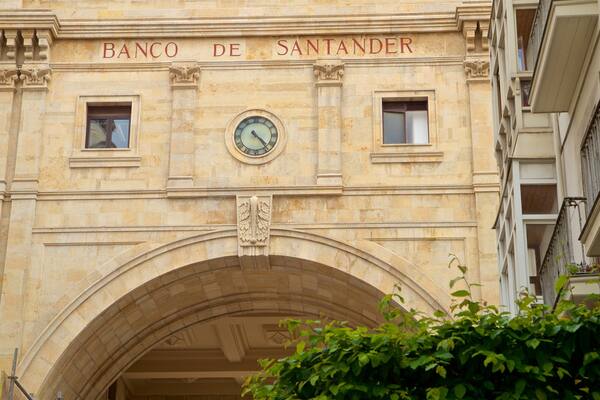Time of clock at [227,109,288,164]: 4:23
